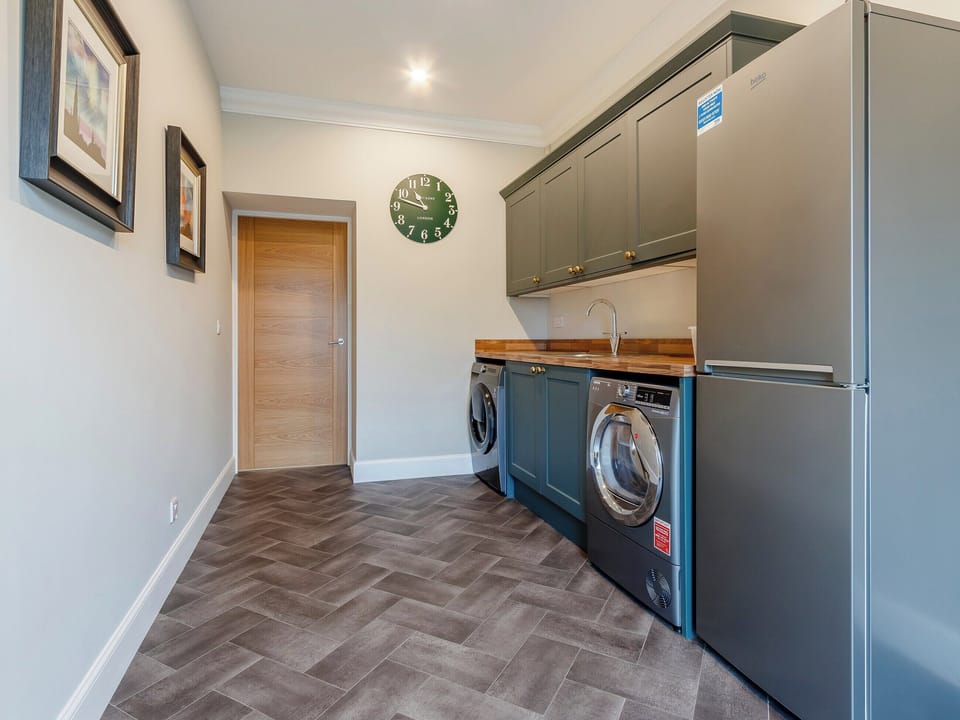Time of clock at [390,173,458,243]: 10:47
